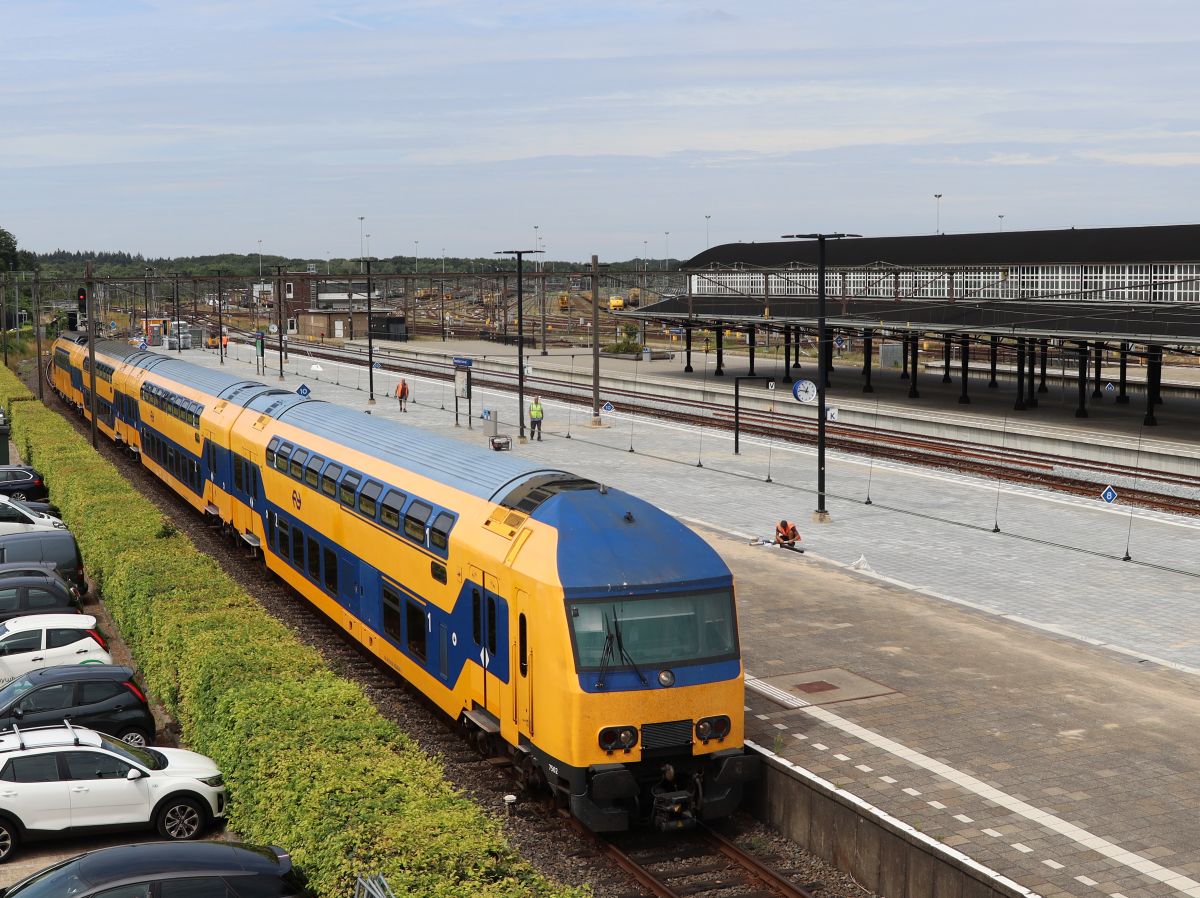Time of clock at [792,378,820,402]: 12:46
